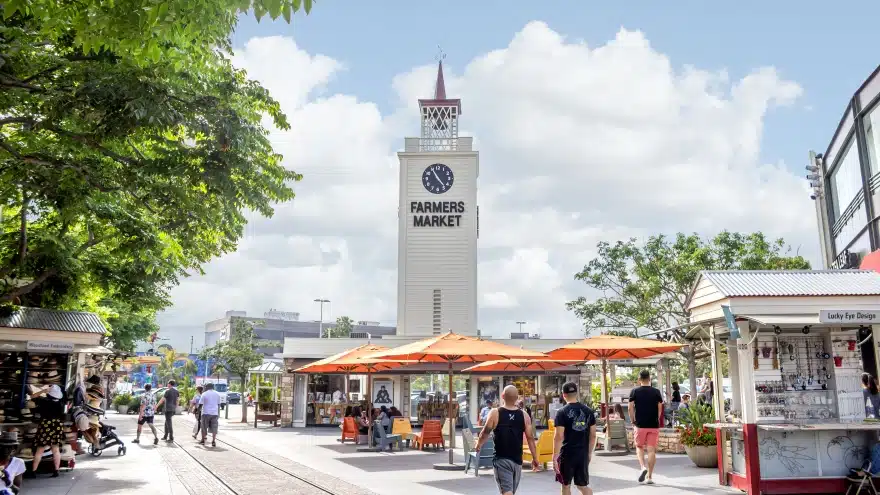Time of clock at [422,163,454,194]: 4:54
